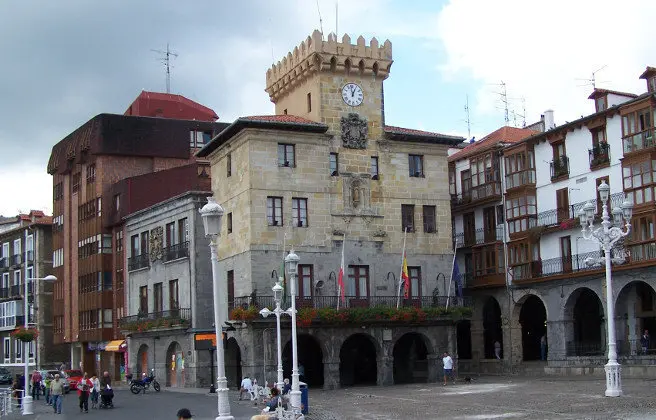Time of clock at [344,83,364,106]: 12:58
